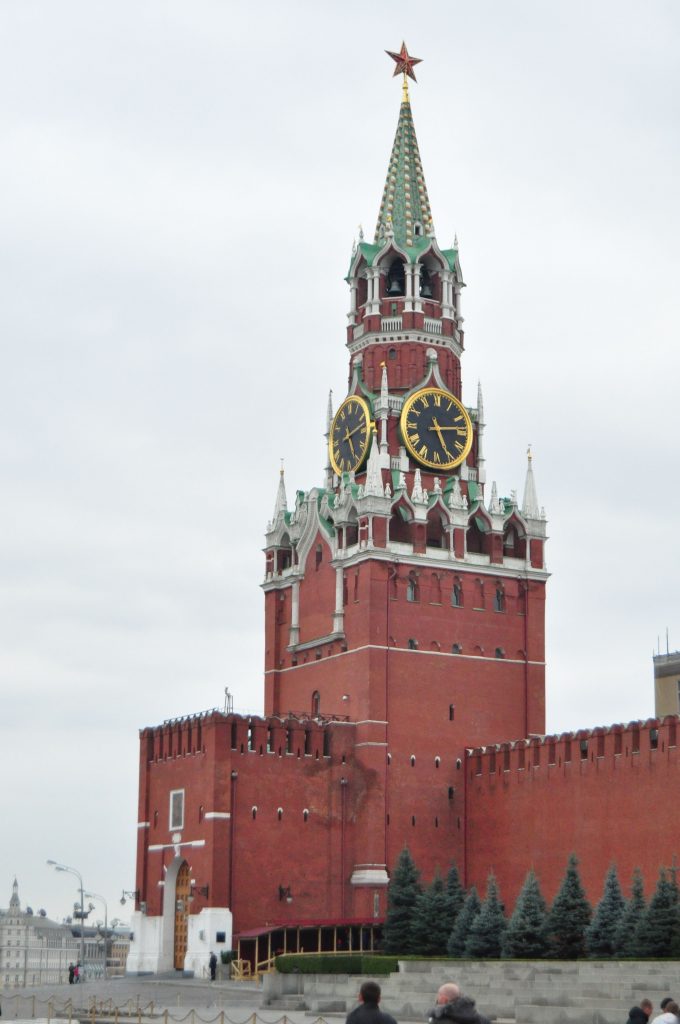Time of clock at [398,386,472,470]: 5:13
